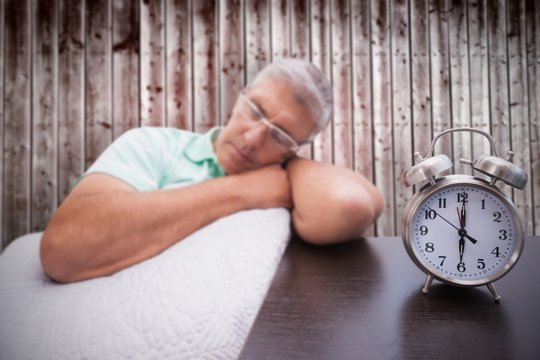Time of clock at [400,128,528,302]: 6:00
